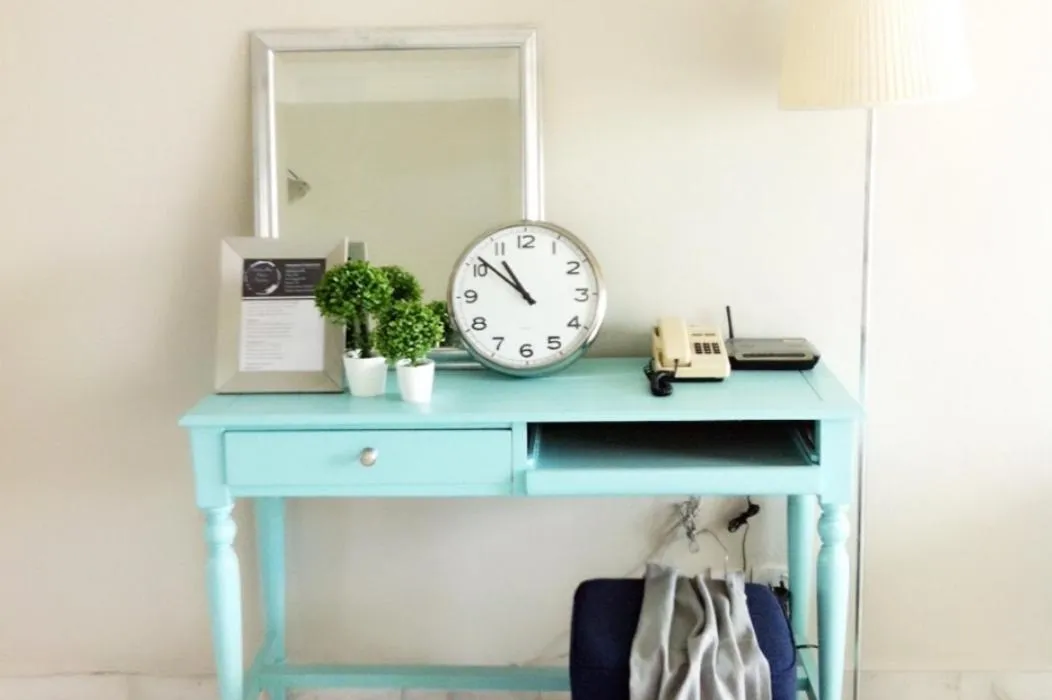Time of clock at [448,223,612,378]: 10:51
